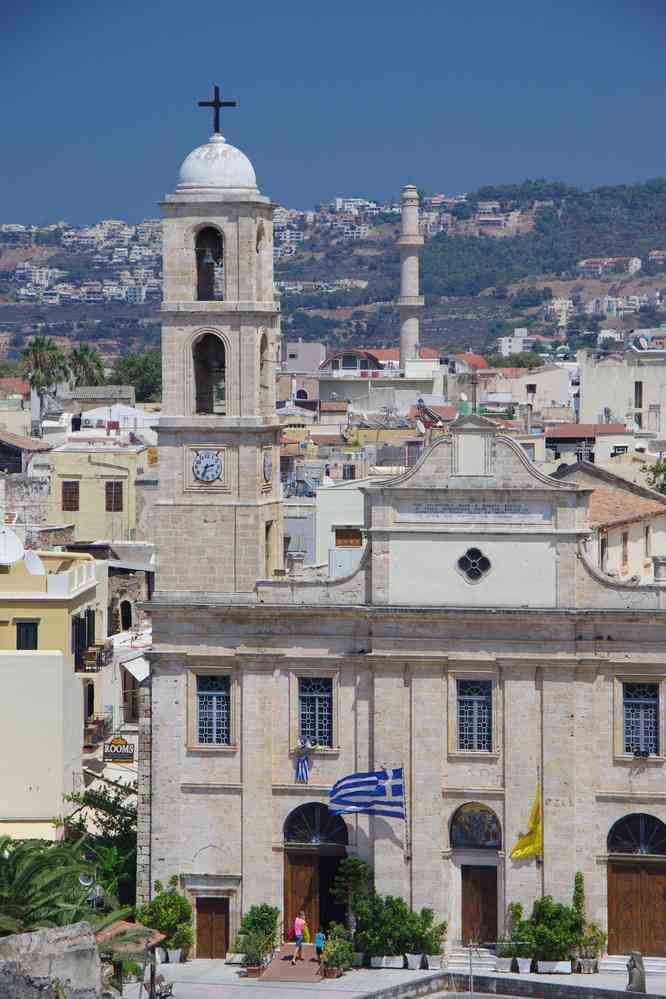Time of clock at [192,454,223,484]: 2:34
